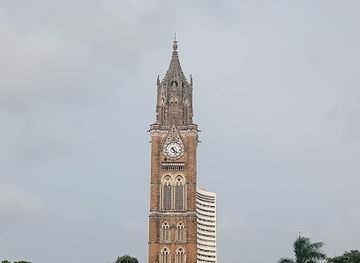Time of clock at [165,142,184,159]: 4:26
